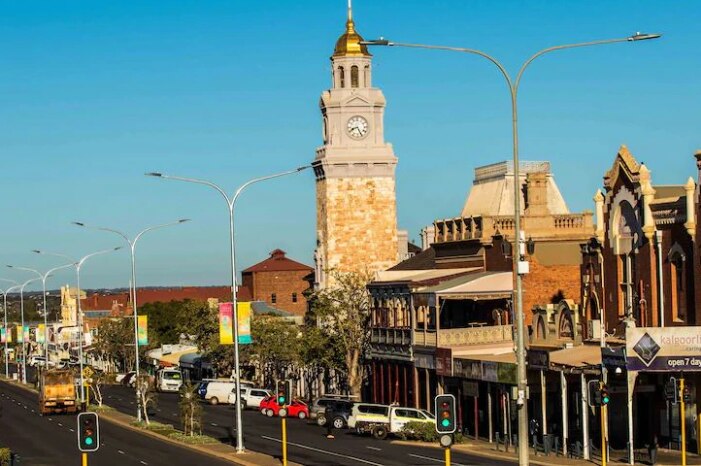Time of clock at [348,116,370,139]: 8:25
